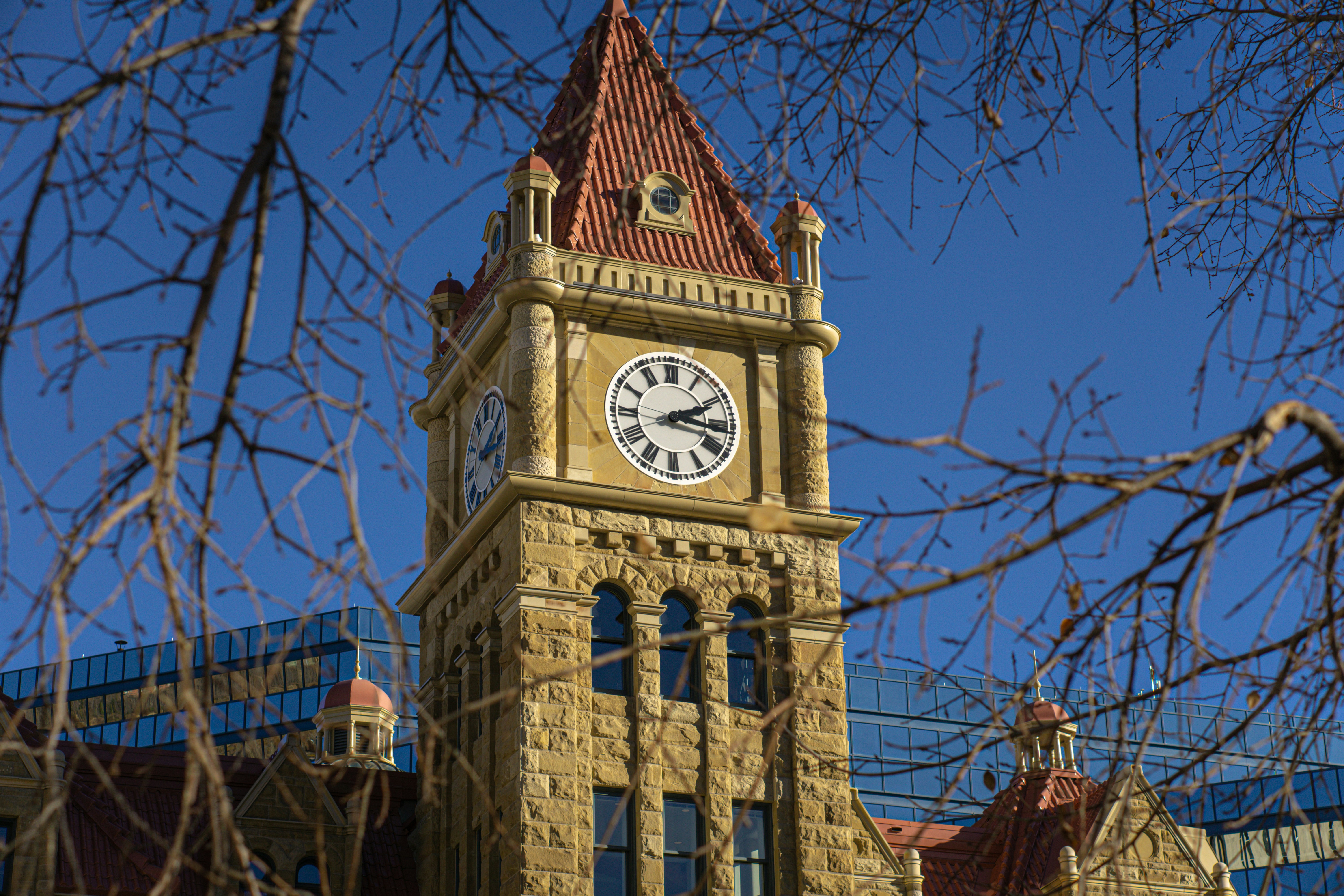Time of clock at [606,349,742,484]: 2:16
